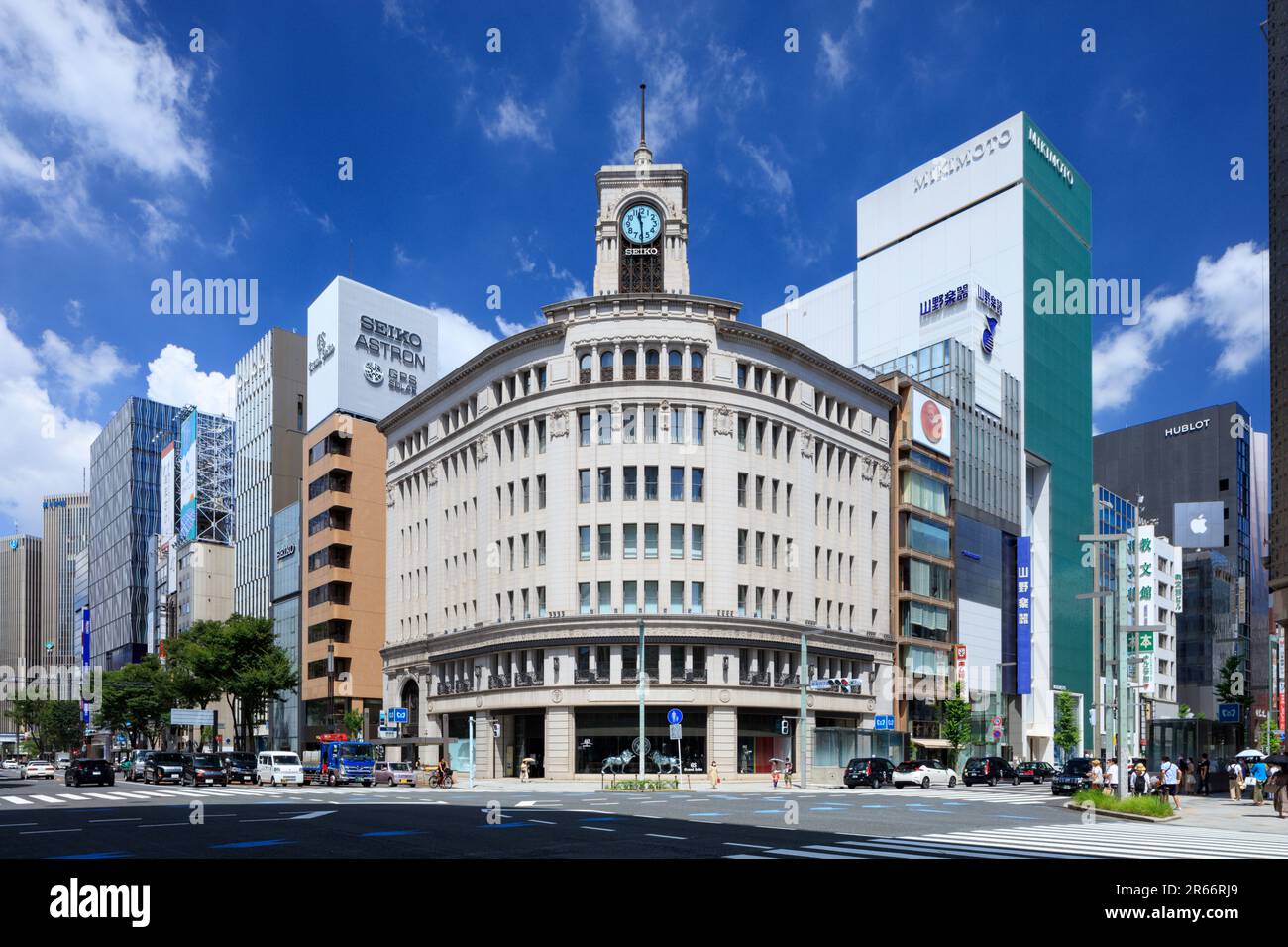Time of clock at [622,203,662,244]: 11:29
